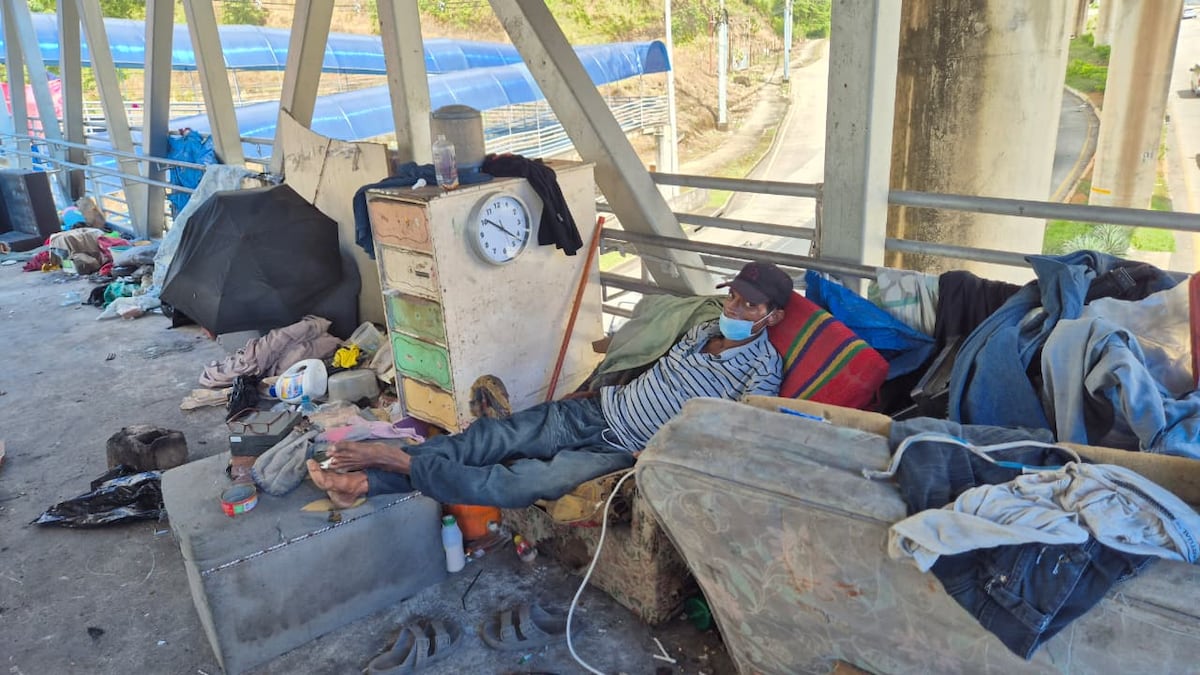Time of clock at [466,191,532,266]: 10:21
